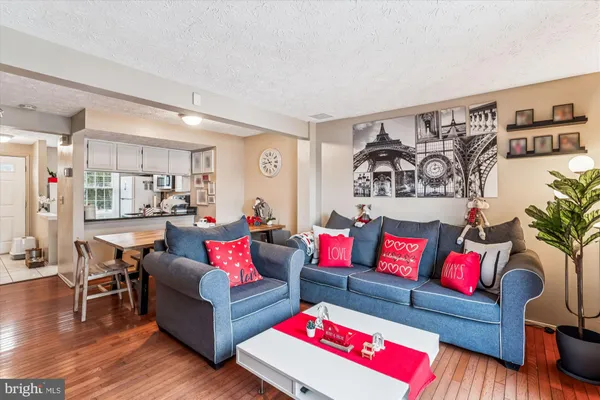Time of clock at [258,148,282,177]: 10:43
